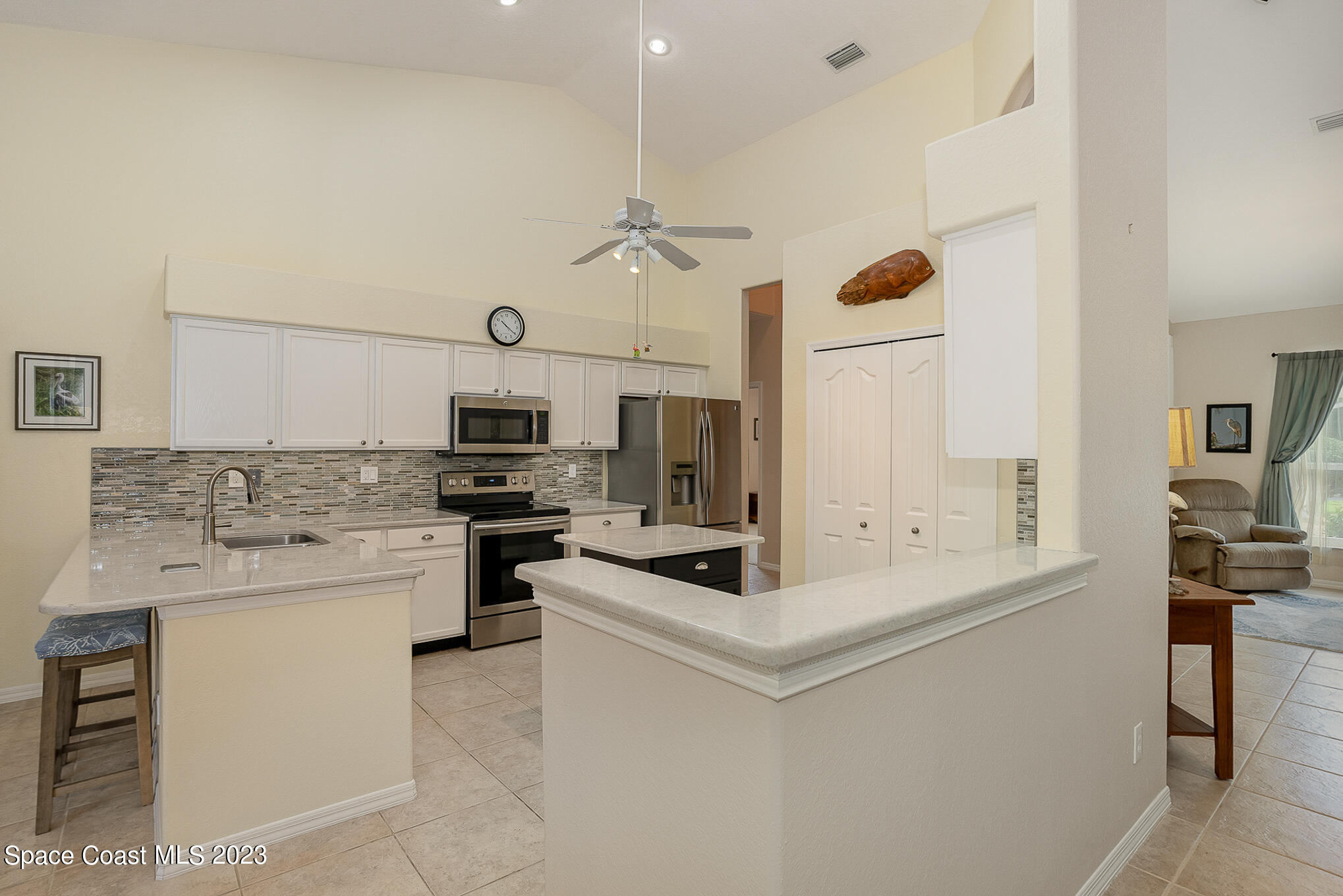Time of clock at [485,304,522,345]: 10:20
